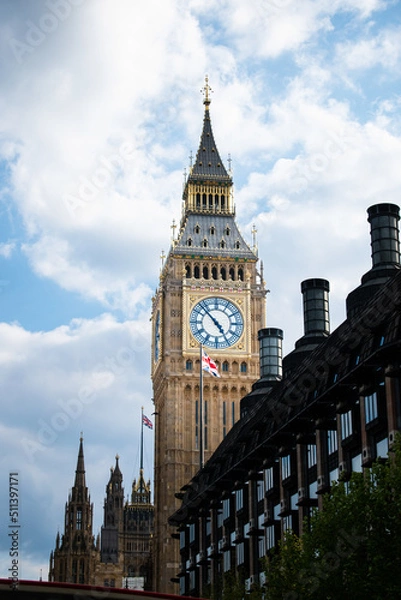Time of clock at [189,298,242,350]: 4:52
